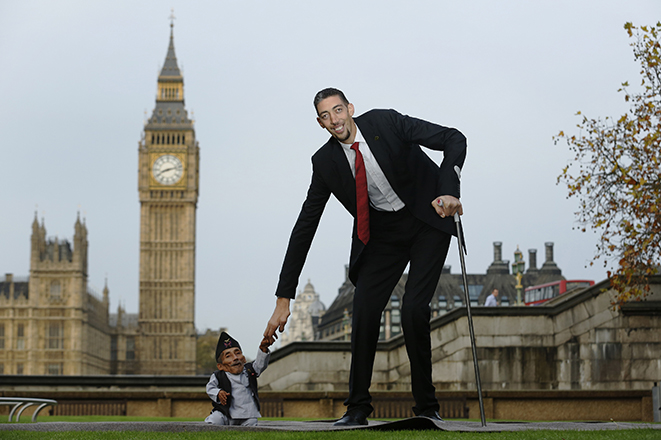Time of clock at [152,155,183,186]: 8:12
